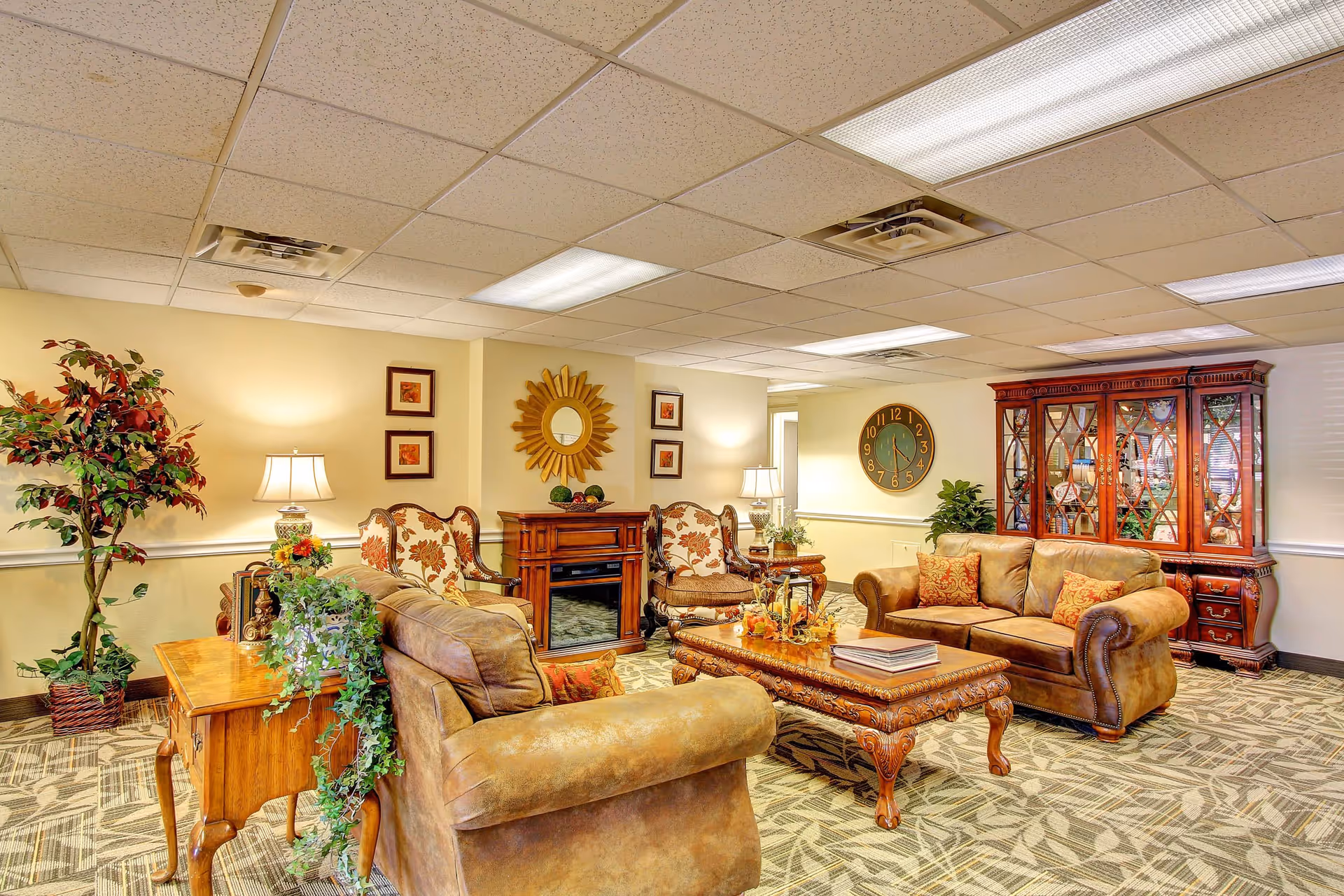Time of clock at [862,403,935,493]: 4:29
